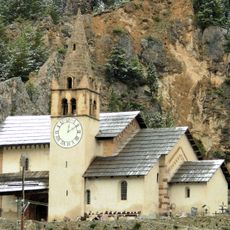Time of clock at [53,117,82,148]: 12:09
